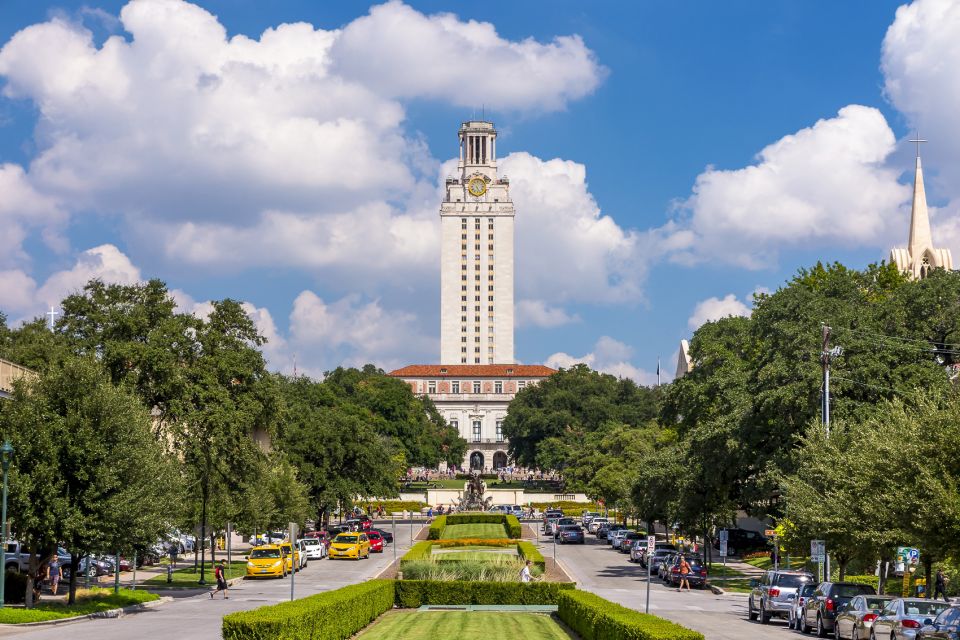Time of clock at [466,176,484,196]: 5:26
